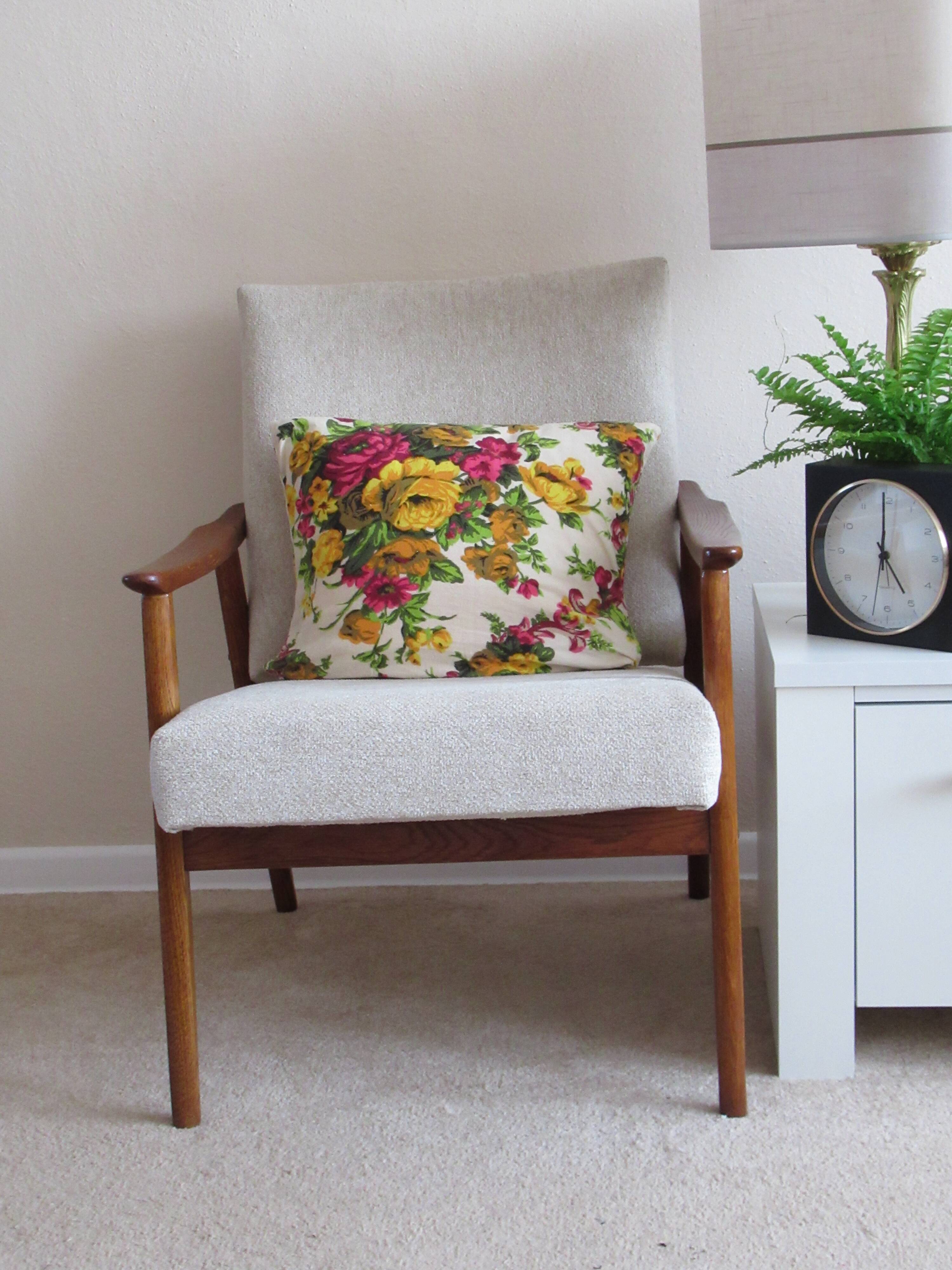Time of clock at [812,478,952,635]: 4:59
